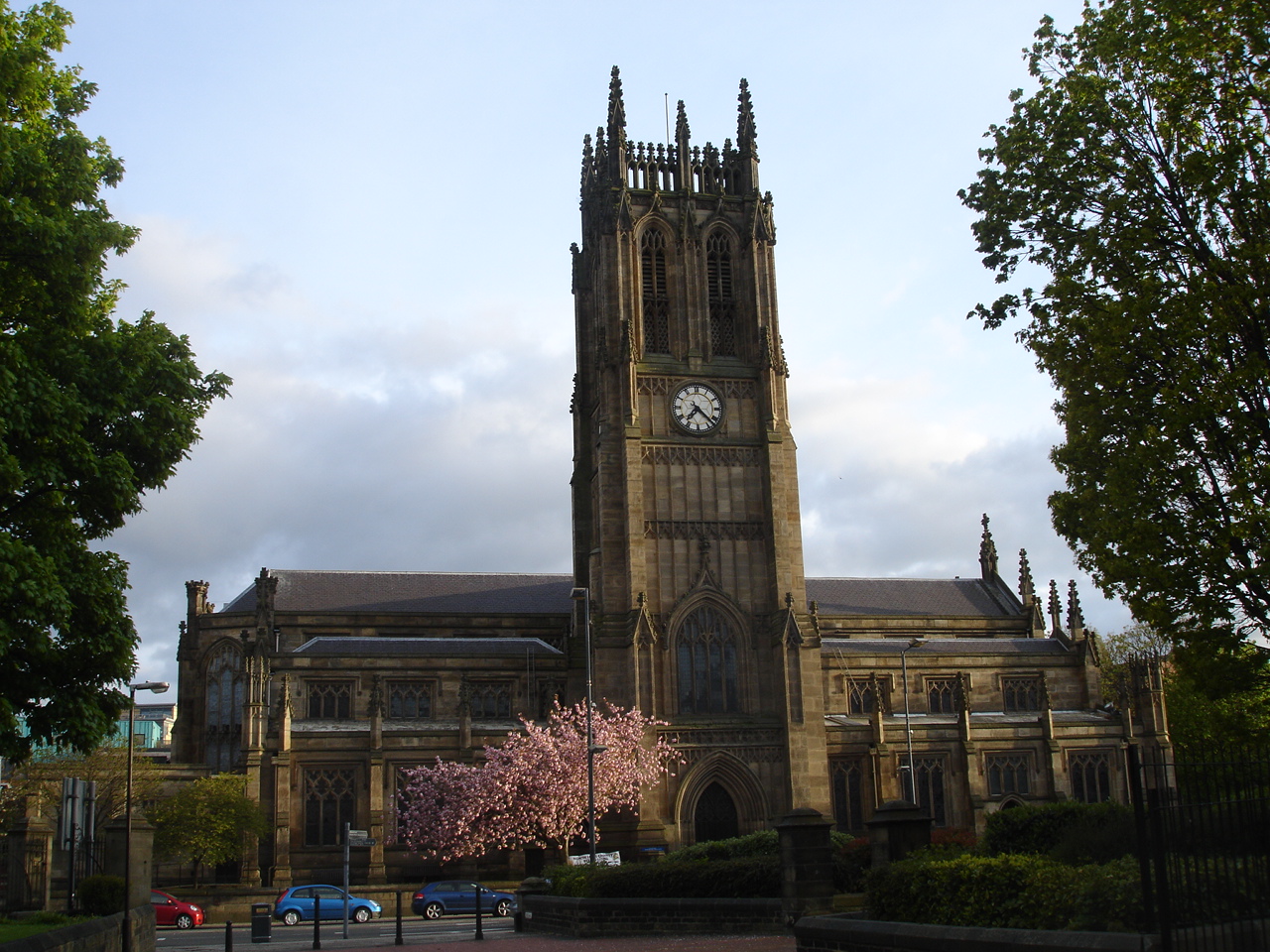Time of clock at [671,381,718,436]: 7:22
